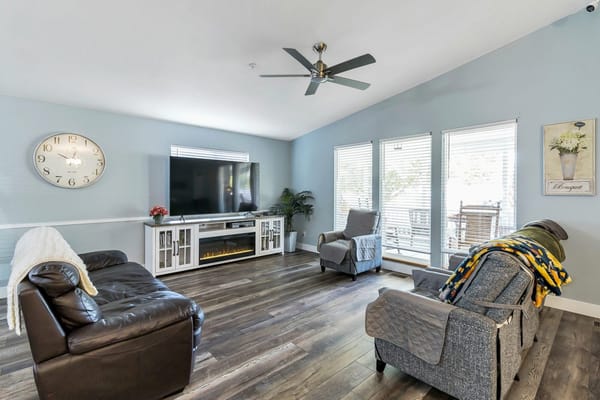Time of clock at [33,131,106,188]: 10:02
